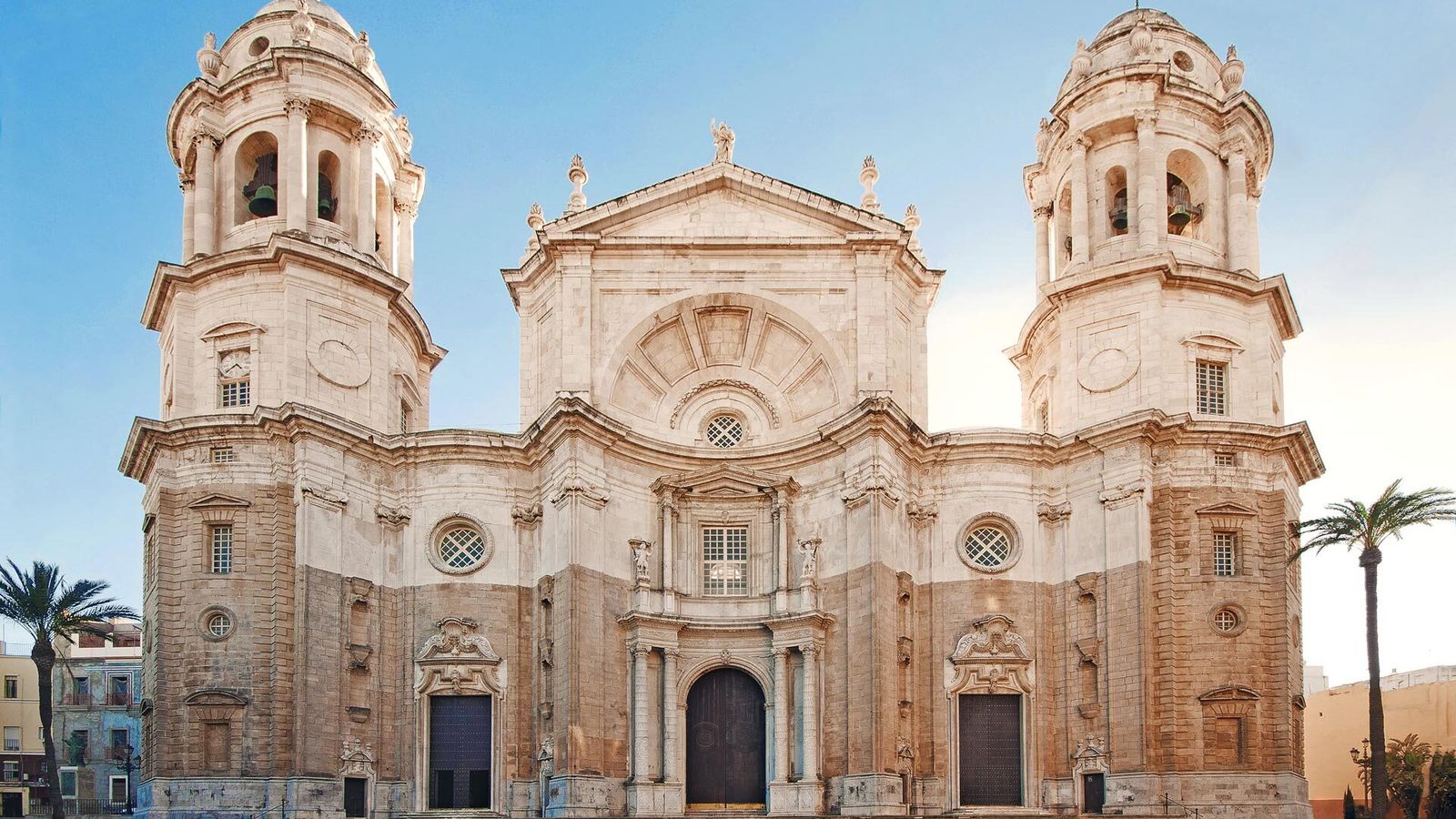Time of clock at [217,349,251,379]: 4:38
